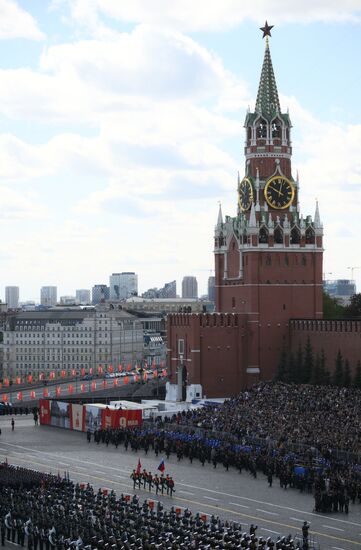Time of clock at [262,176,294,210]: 10:02
